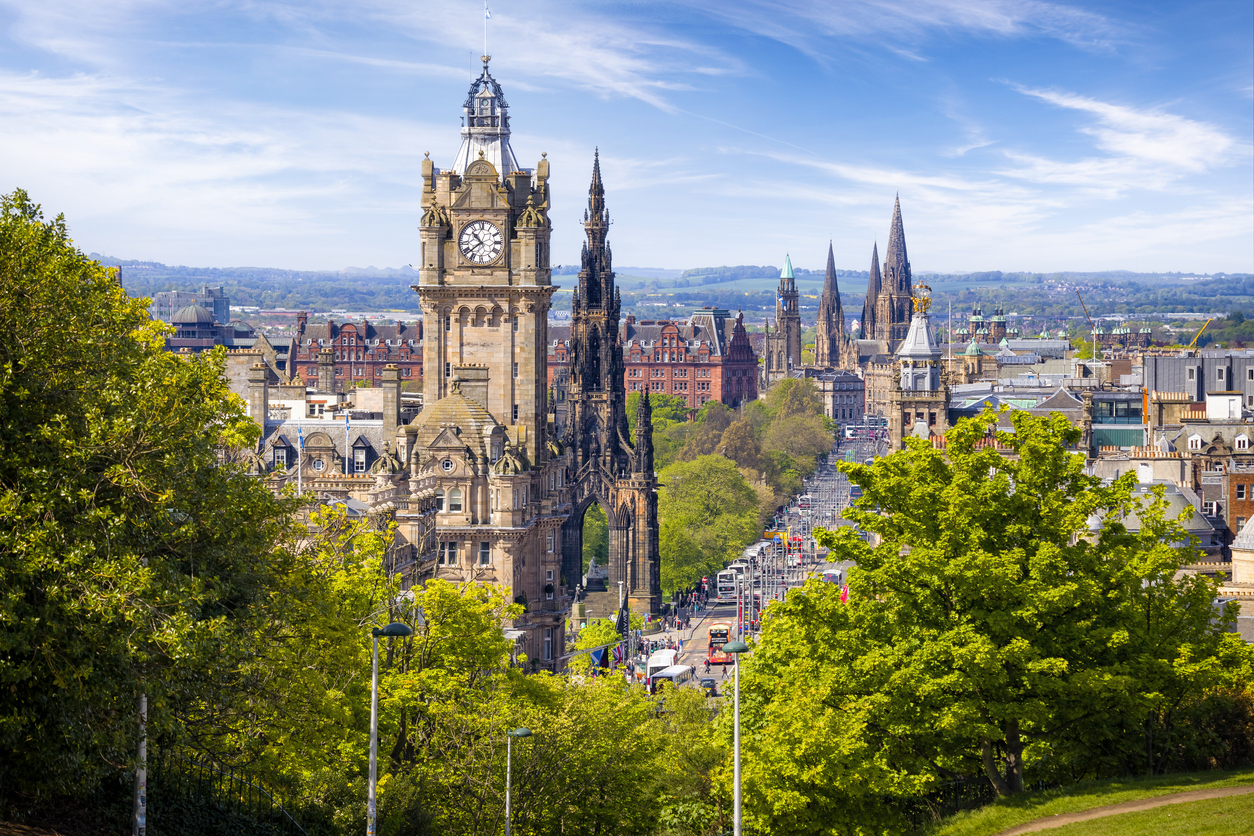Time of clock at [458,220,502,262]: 10:38
